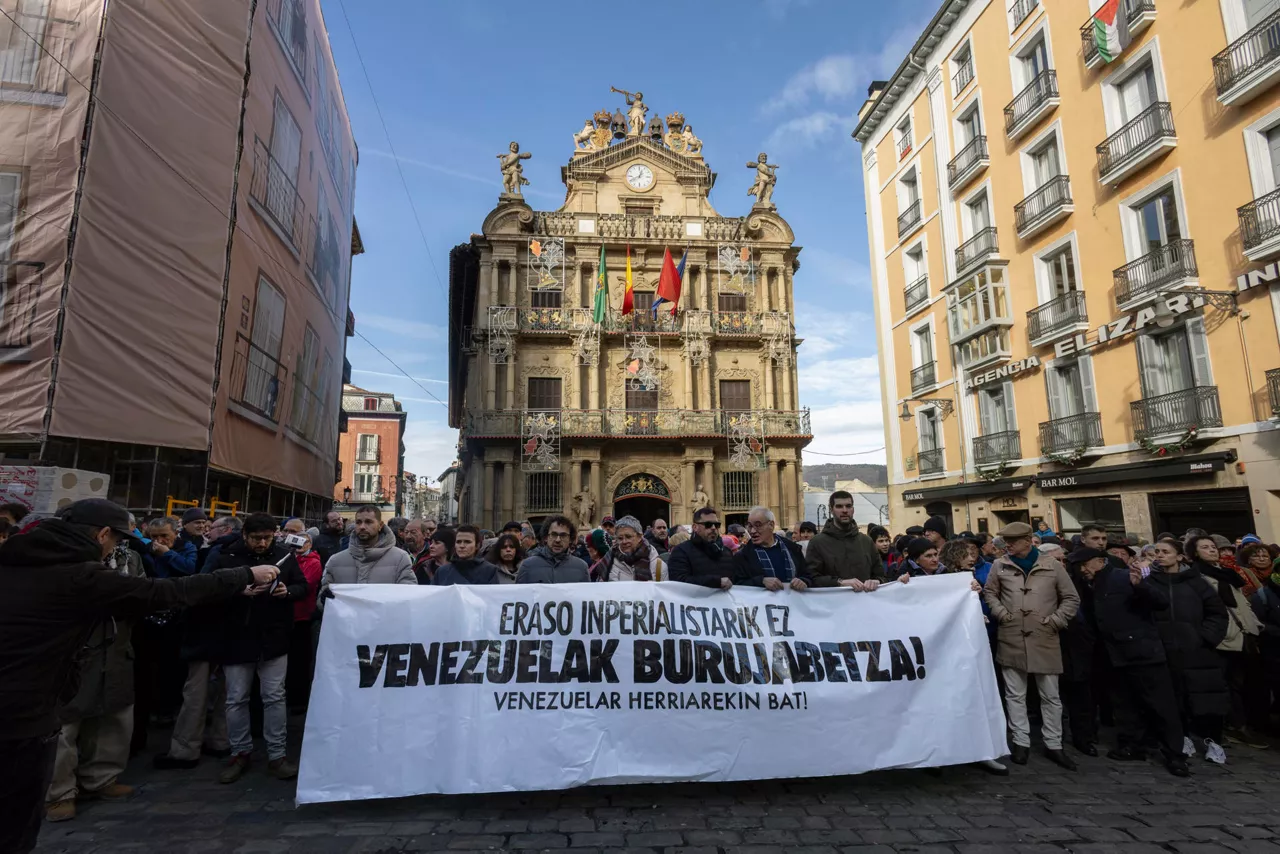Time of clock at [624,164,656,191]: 12:40
